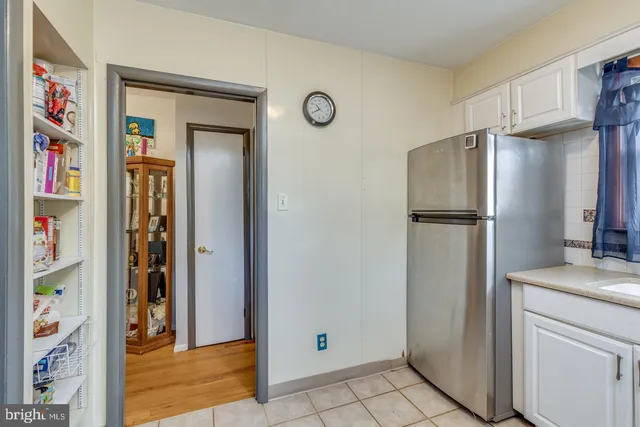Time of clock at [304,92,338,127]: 10:40
